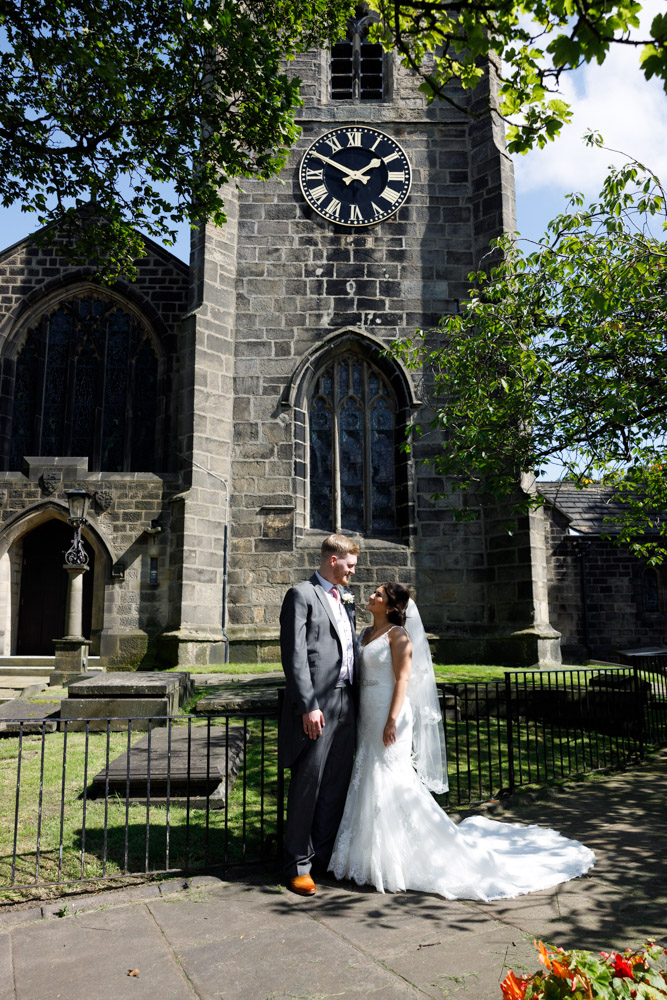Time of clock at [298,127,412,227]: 1:50
